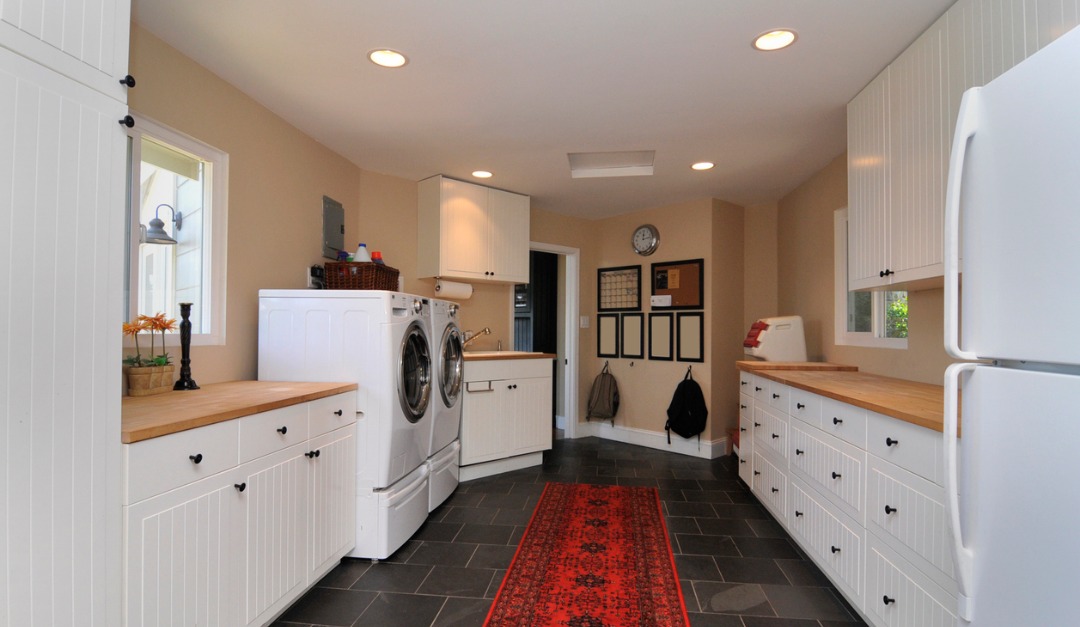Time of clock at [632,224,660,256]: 12:13
